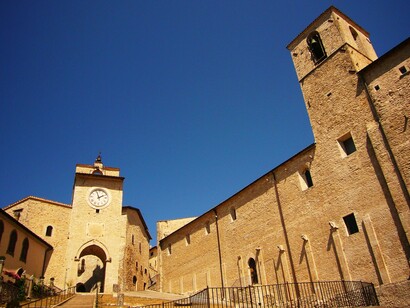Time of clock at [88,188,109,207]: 1:57
